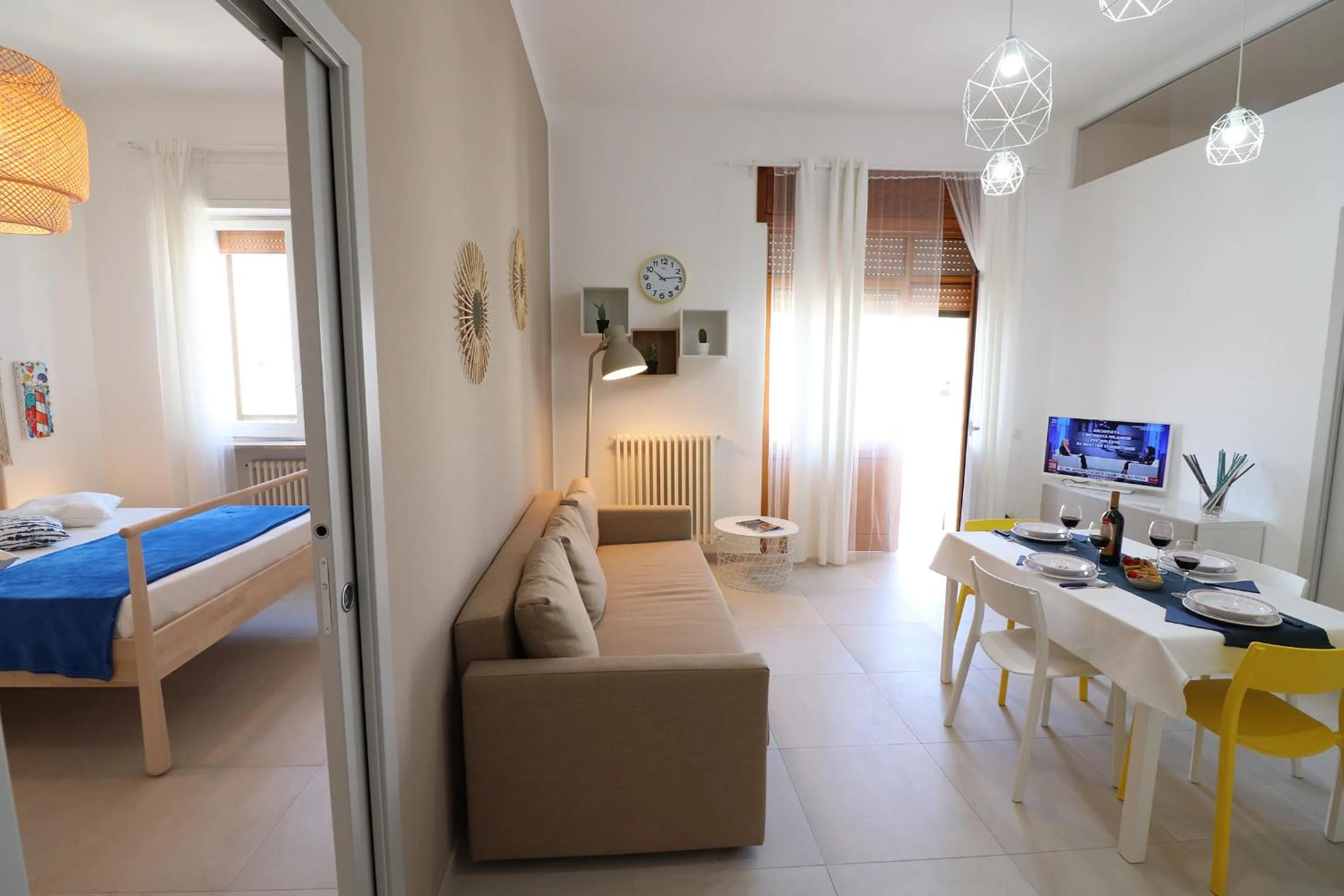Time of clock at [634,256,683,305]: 10:13
